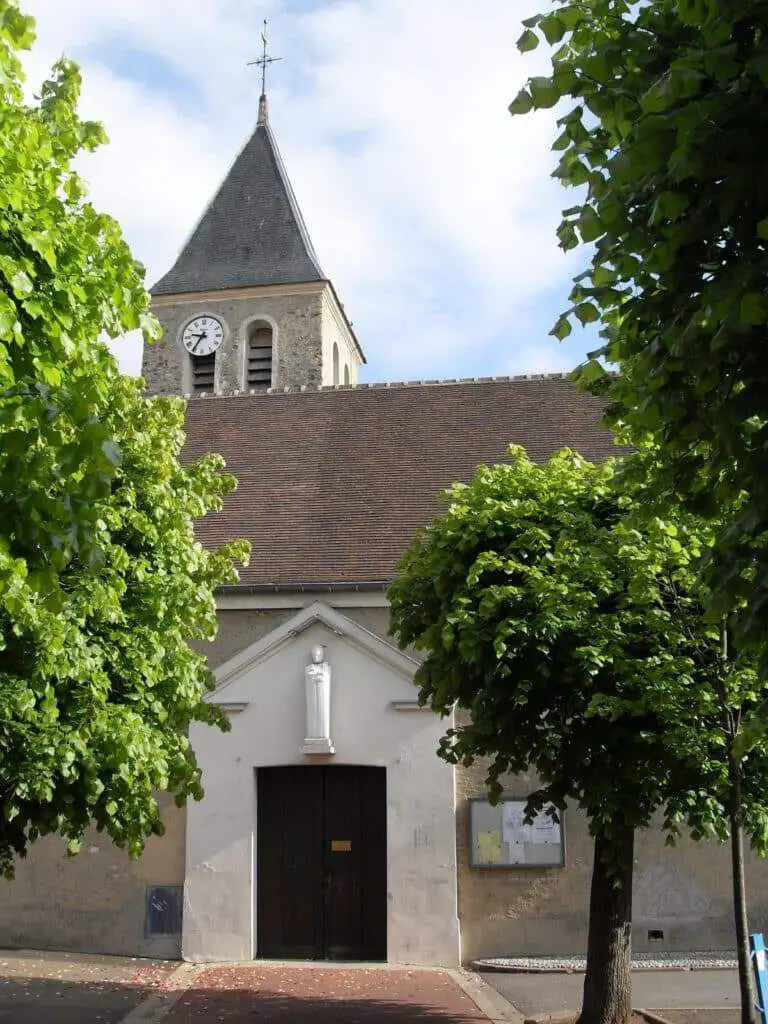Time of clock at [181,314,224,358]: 9:35
